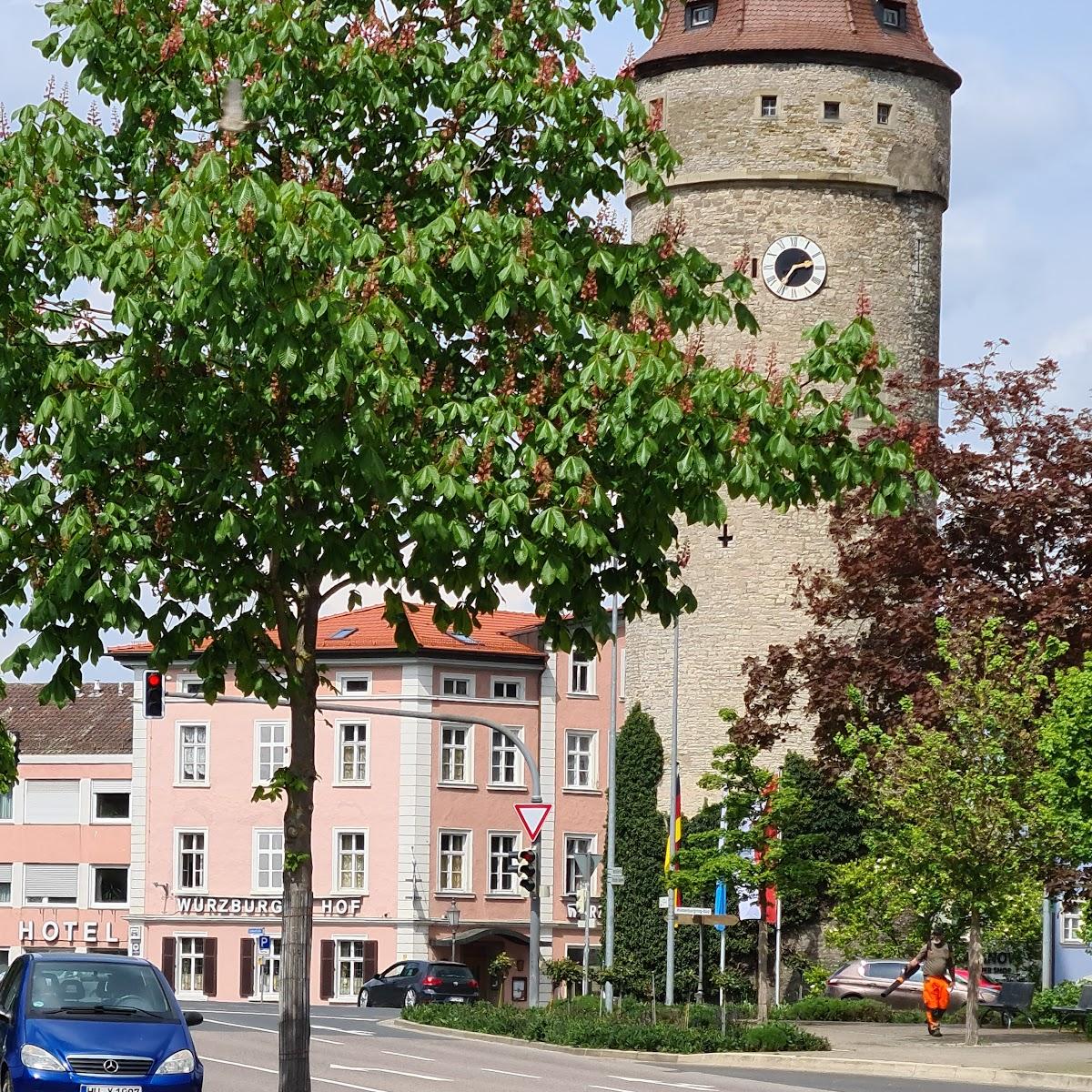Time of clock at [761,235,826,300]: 2:35
